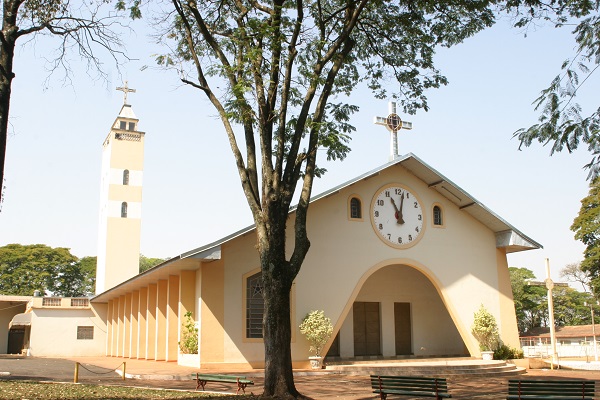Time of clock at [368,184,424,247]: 11:02
